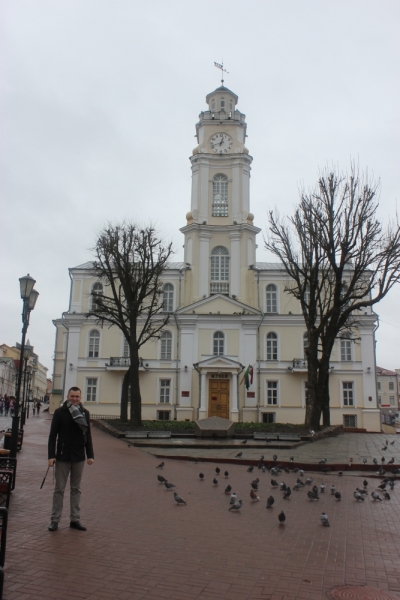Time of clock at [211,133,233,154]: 12:41
